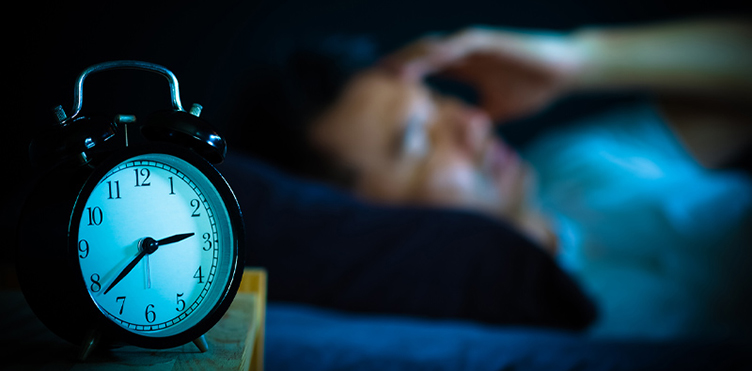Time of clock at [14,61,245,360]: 2:38
